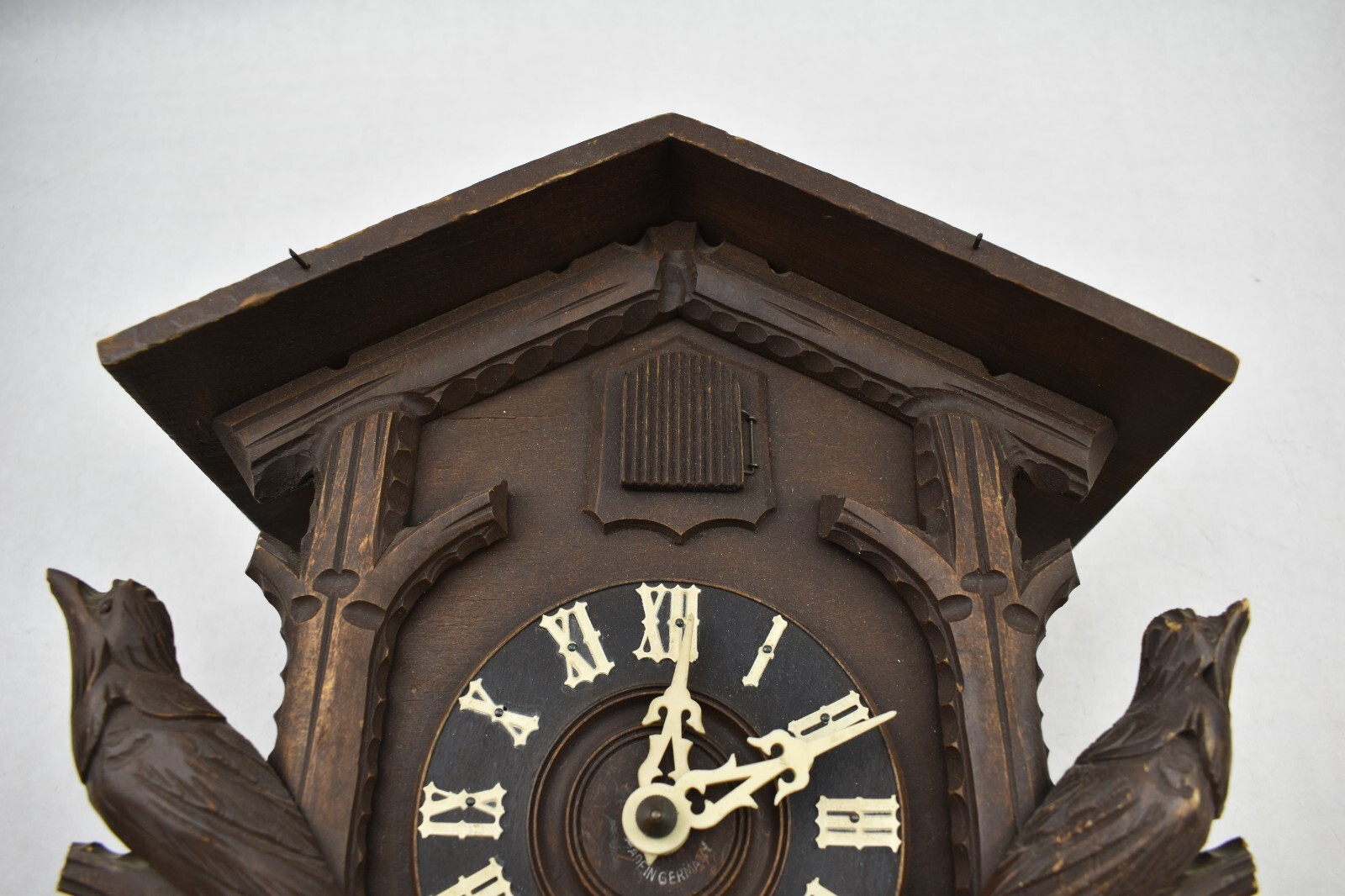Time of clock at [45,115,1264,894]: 12:10
